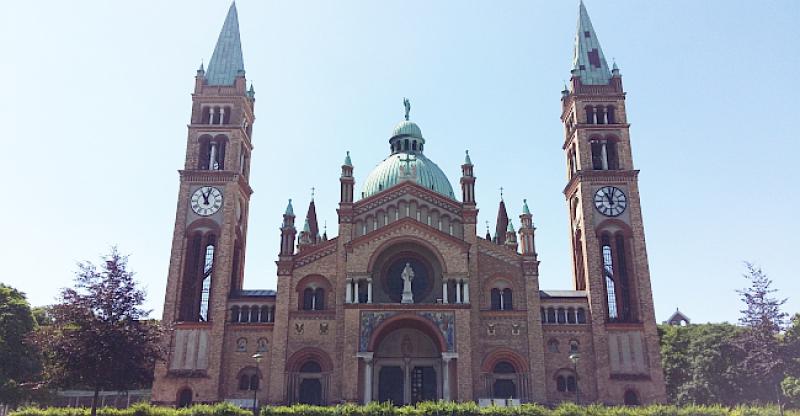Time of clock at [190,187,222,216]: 11:02
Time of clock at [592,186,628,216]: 11:02
